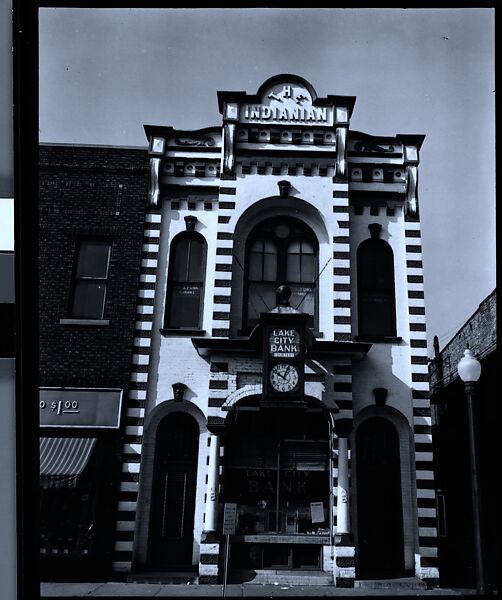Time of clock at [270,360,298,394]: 10:04
